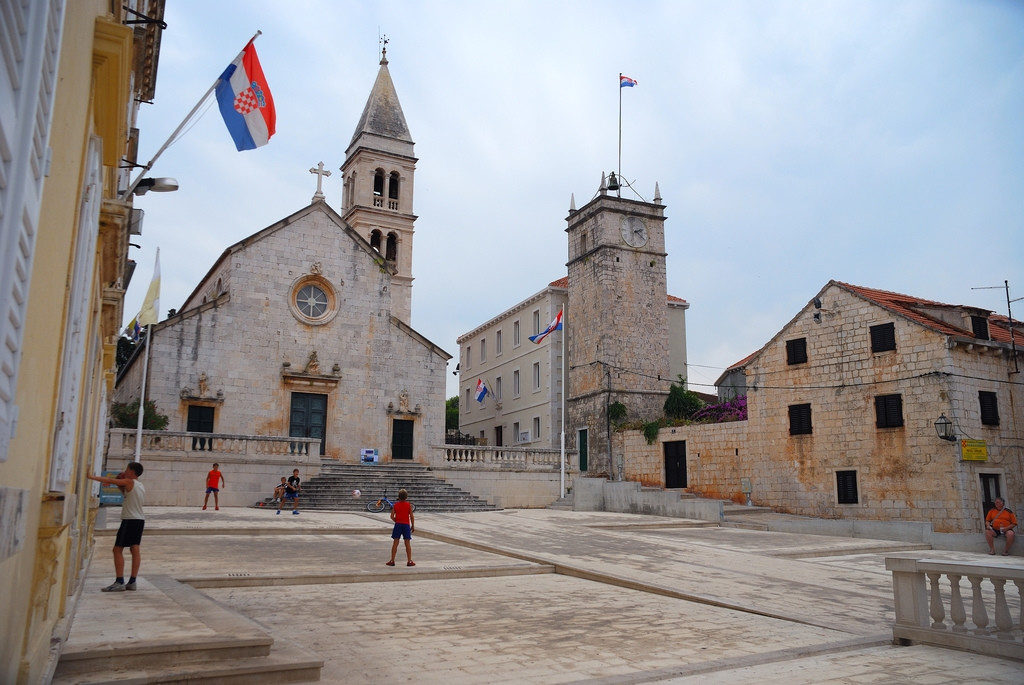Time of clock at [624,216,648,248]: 2:21
